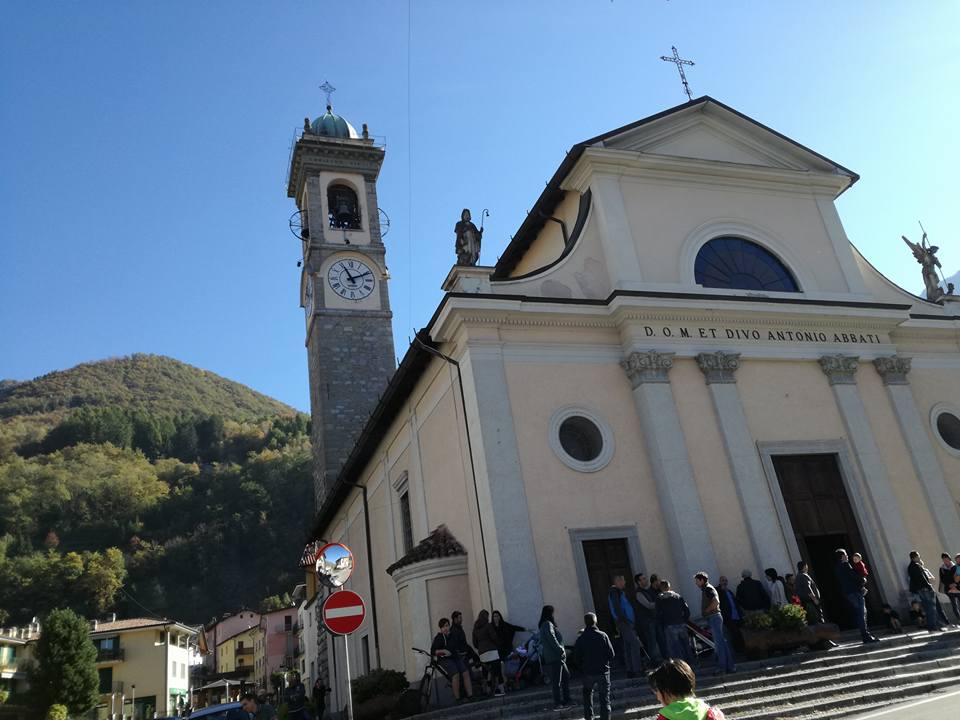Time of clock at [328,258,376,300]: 11:11
